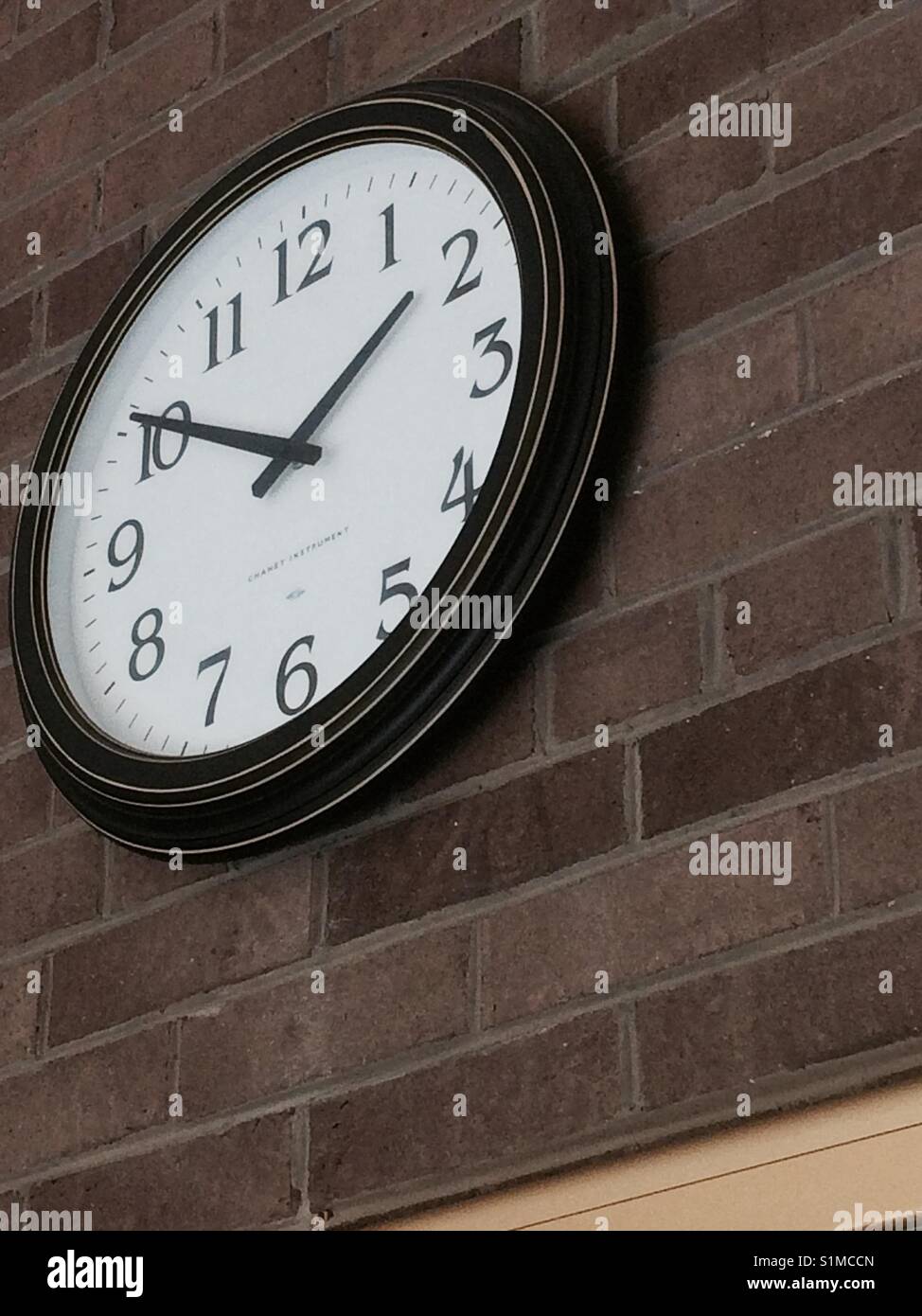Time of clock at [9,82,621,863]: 1:50
